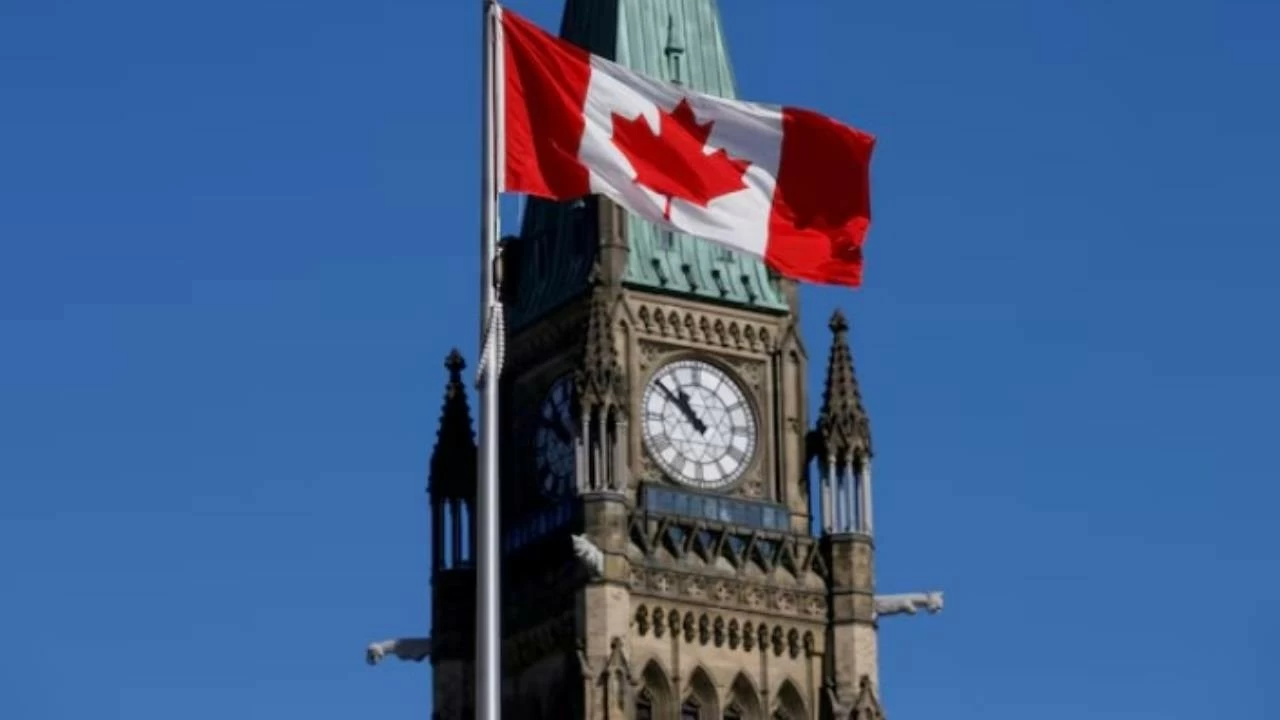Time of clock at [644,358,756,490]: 10:51
